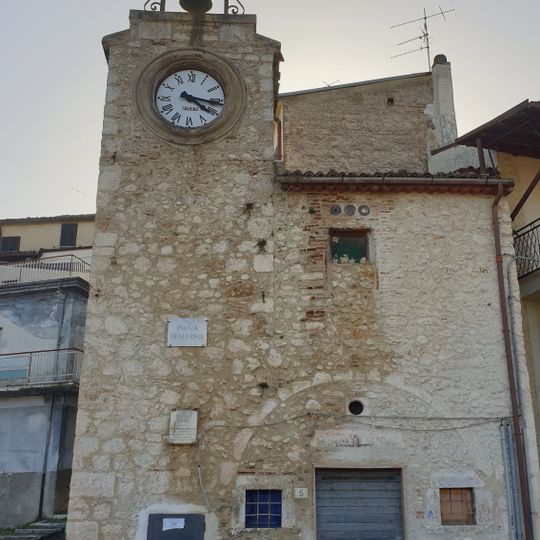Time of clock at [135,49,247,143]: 4:16
